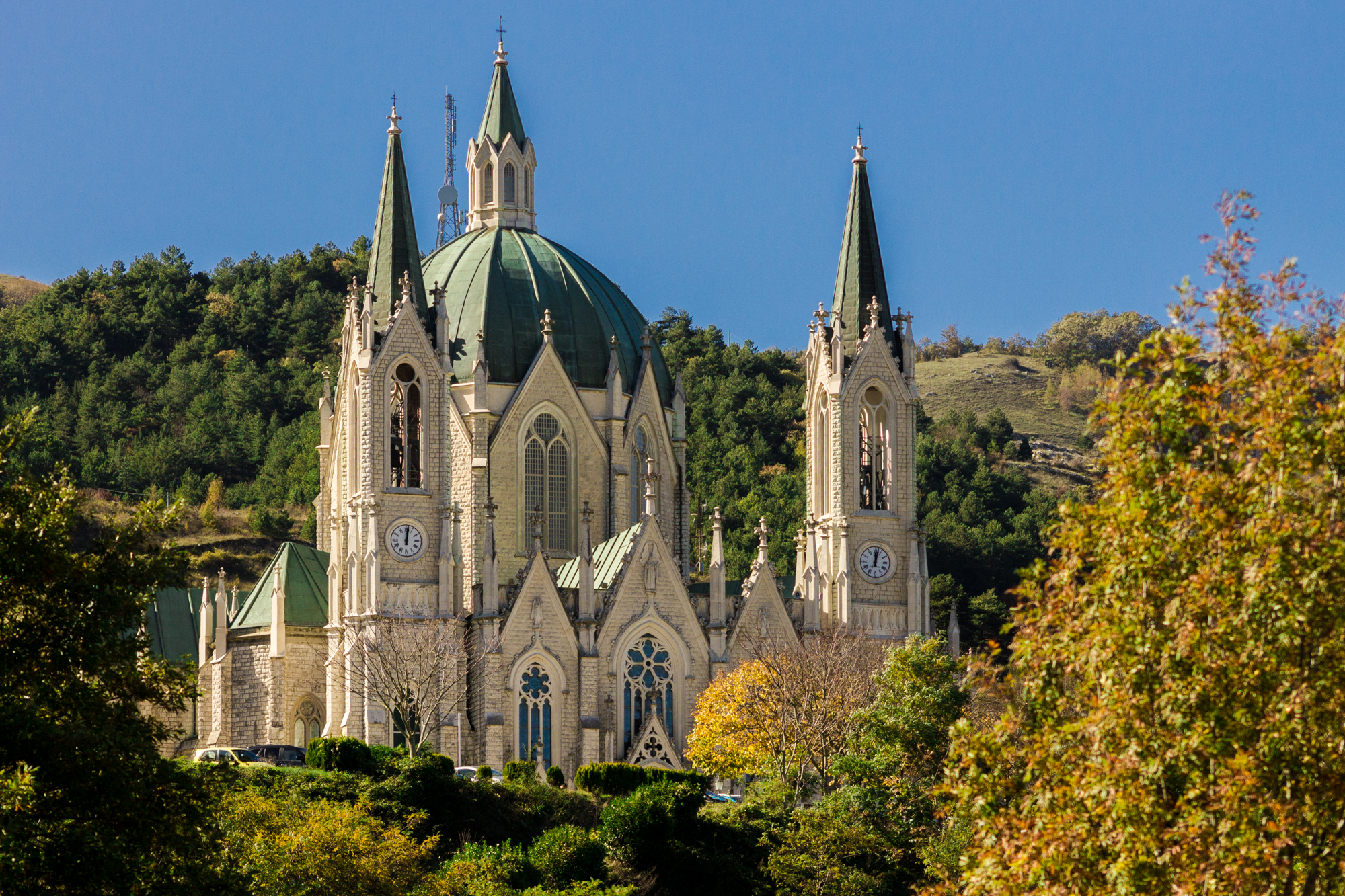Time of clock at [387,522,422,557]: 12:01
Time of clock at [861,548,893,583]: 12:02
